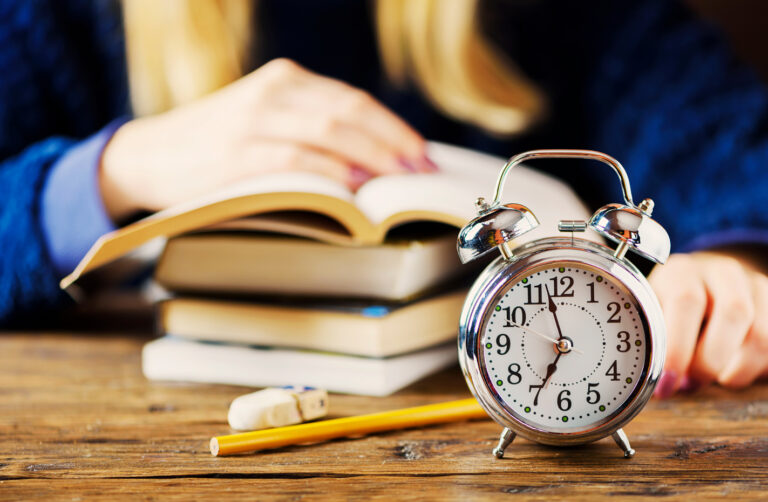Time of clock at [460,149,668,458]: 6:57
